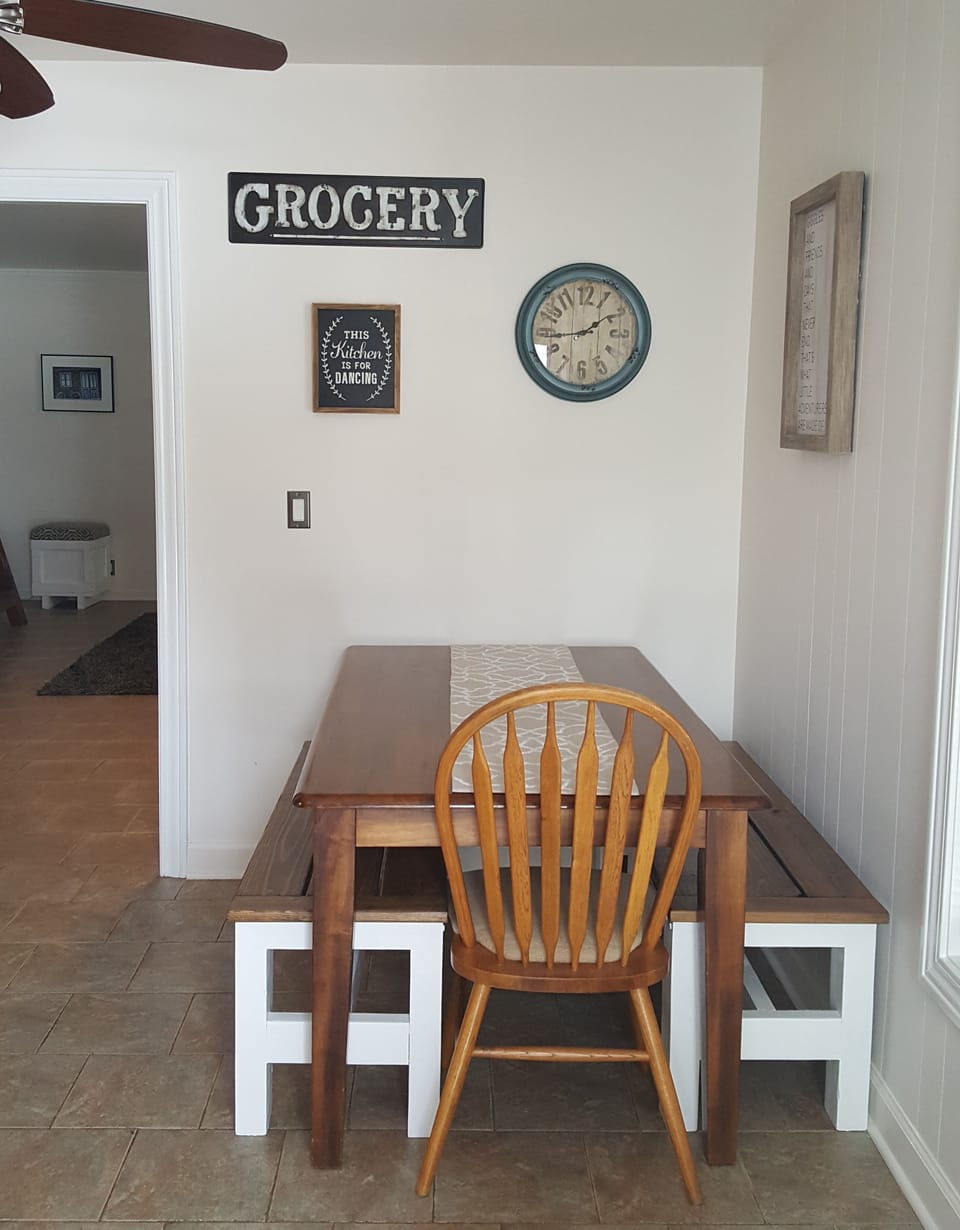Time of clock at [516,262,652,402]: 1:43
